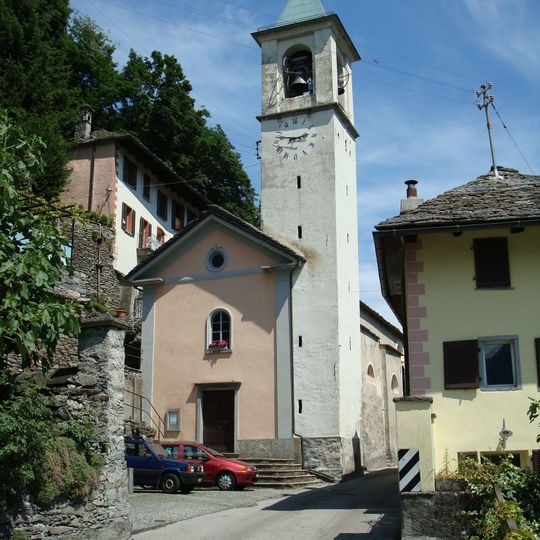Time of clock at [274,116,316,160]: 2:46
